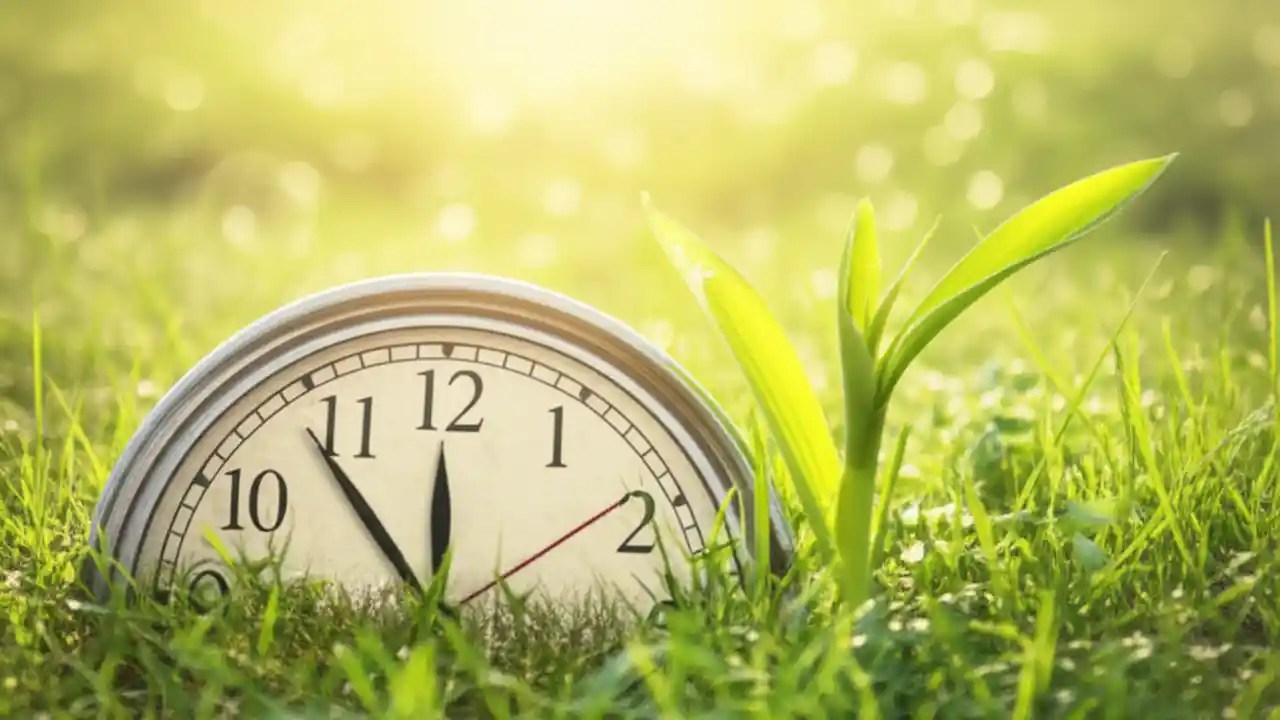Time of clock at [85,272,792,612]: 11:53
